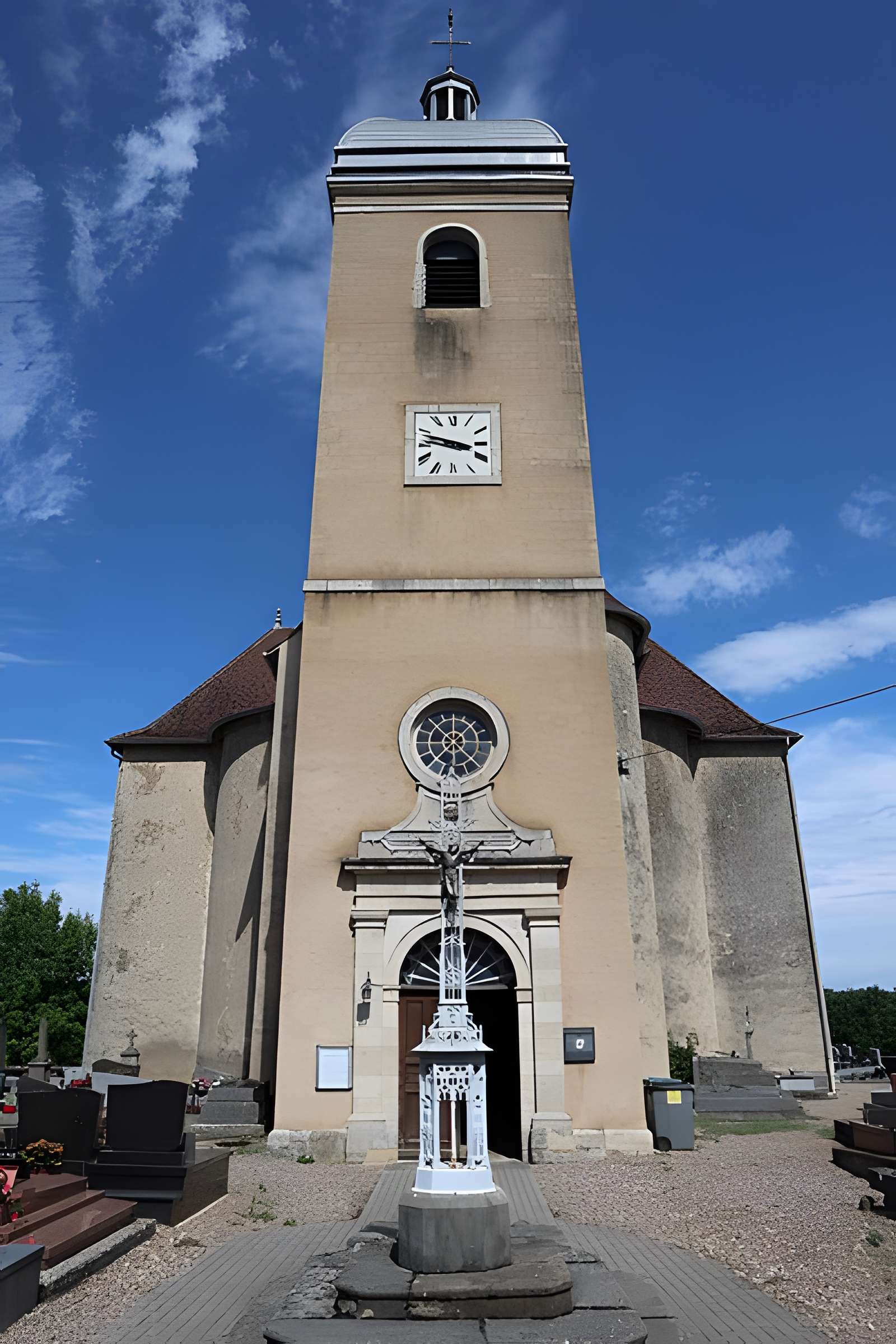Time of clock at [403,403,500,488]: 3:47
